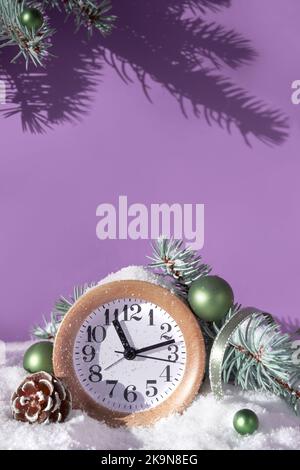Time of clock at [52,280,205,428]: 11:12
